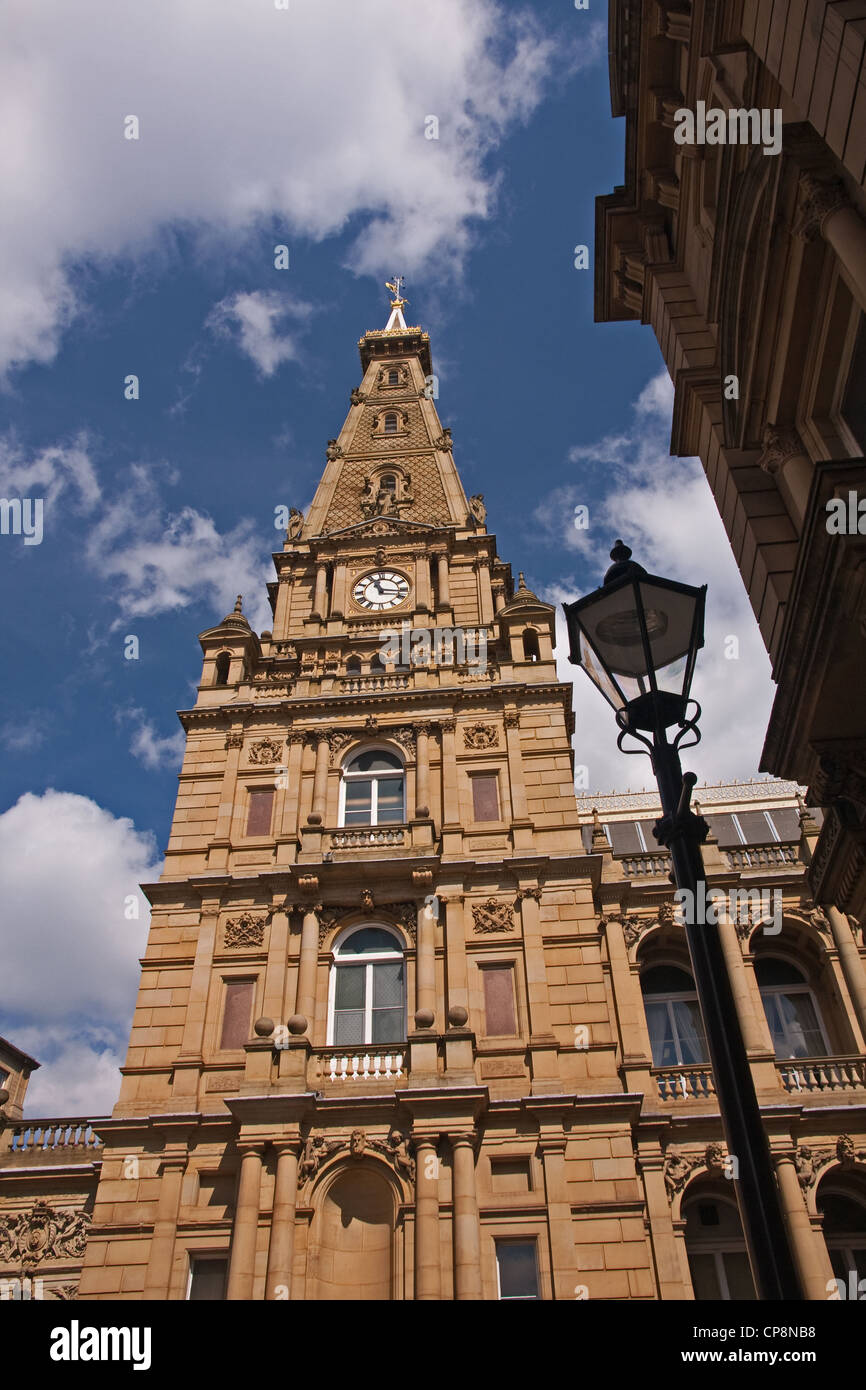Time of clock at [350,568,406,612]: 11:16
